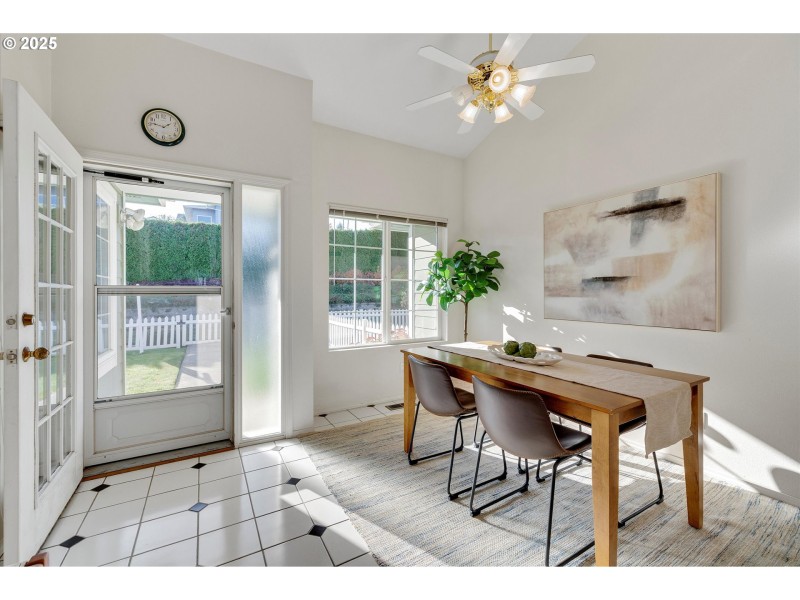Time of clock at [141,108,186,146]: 1:46
